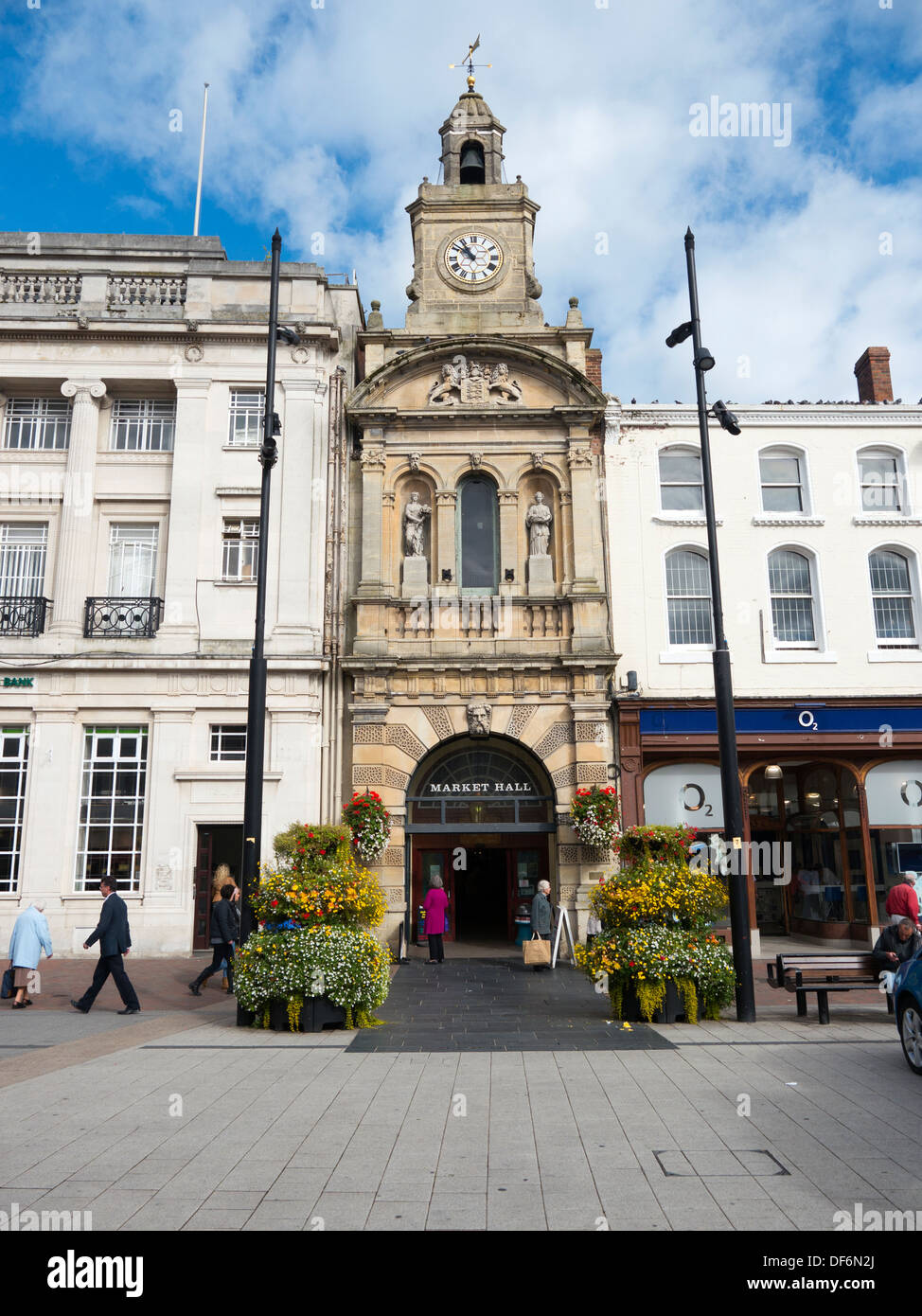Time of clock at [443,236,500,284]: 10:51
